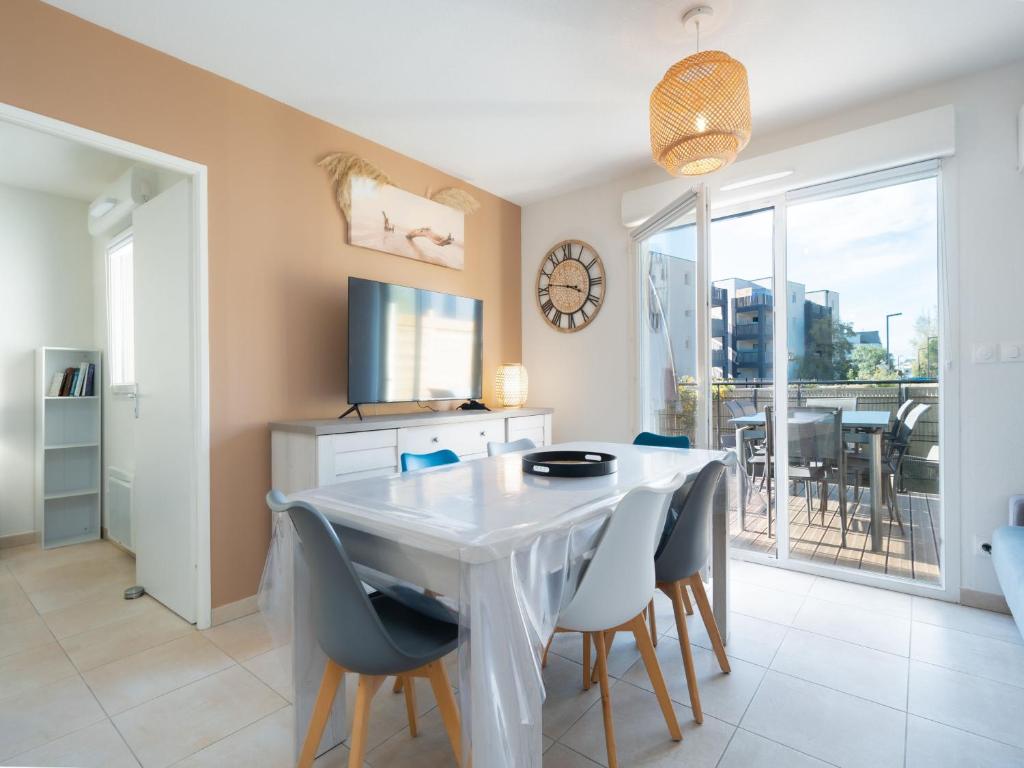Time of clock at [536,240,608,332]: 3:46
